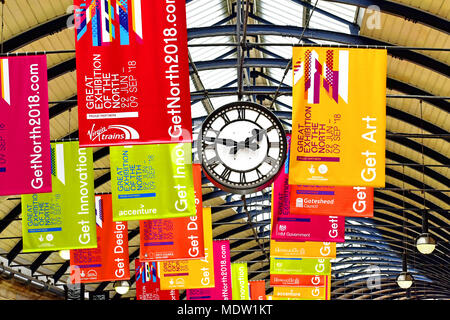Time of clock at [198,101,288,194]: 1:46
